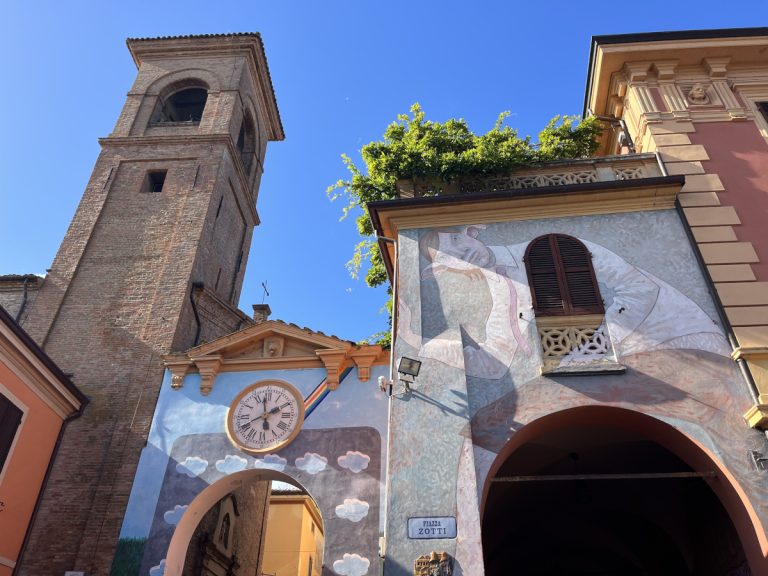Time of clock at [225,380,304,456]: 1:58
